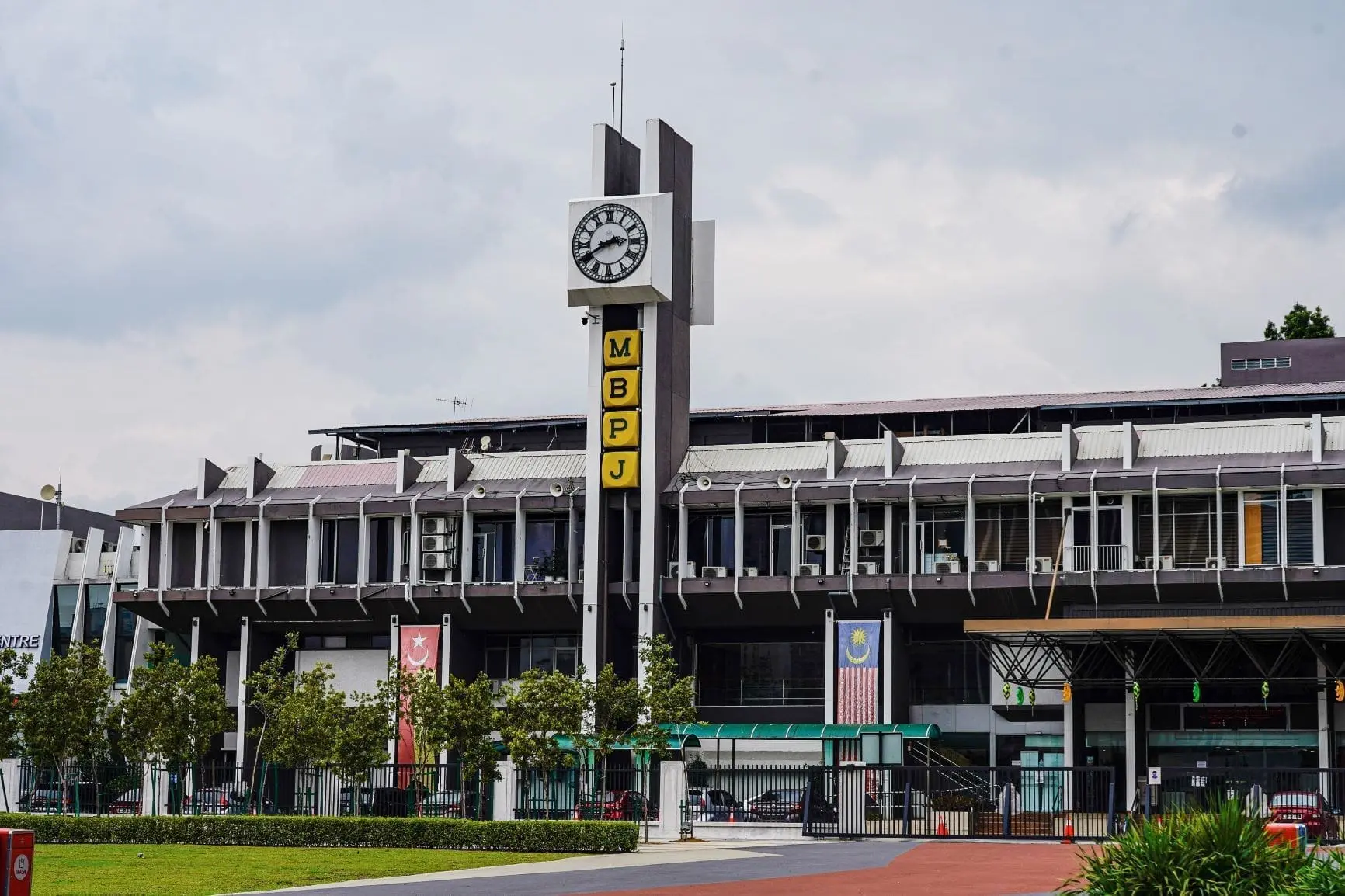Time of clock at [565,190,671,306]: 2:40
